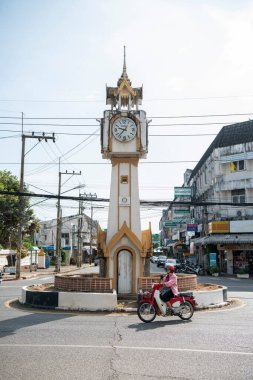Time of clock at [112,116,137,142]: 9:37
